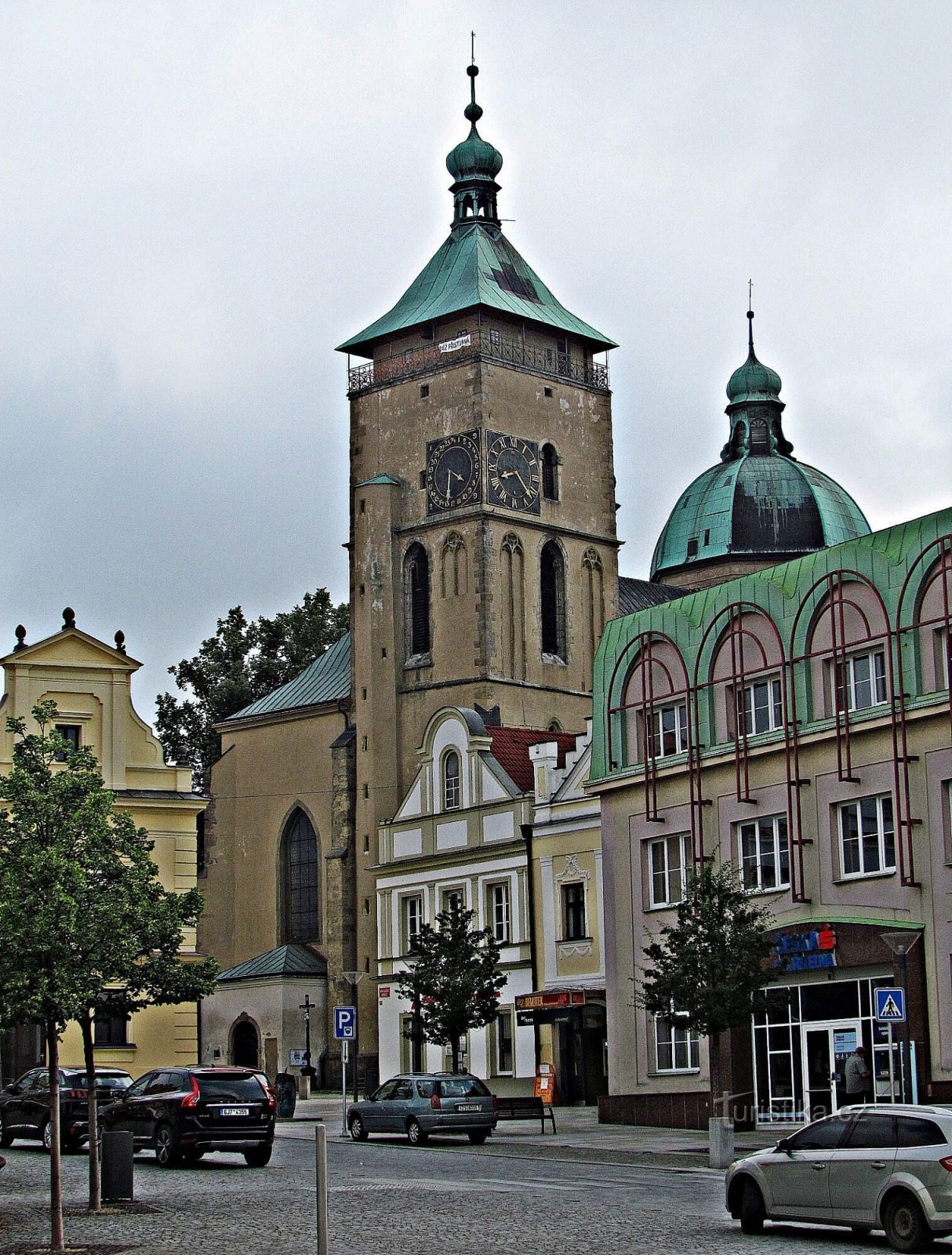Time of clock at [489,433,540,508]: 8:22
